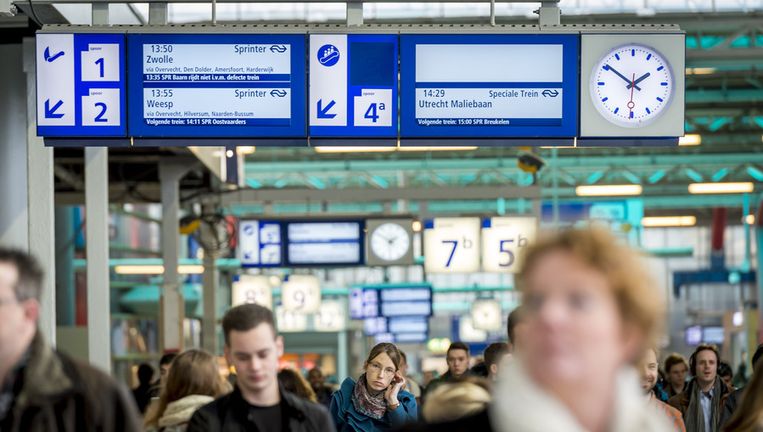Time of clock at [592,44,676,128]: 1:50
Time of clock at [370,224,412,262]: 1:50
